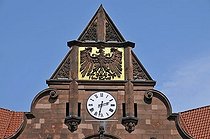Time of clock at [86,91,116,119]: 2:32
